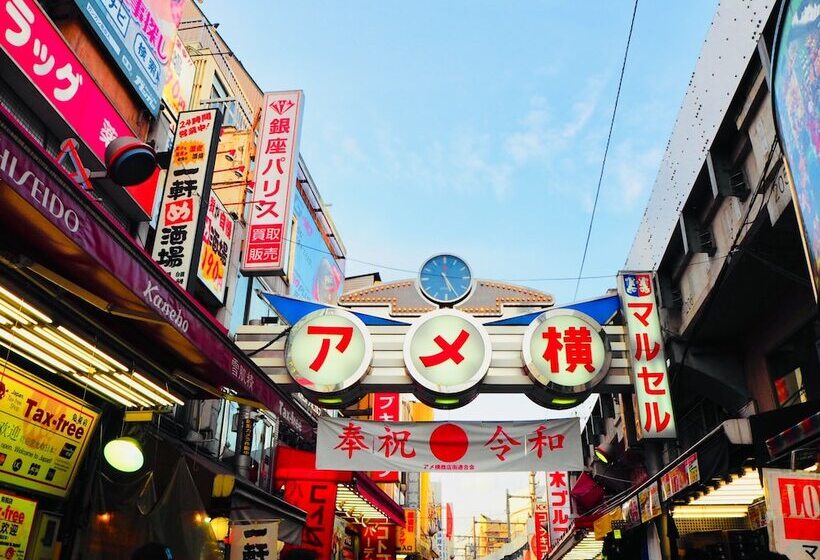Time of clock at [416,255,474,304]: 5:24
